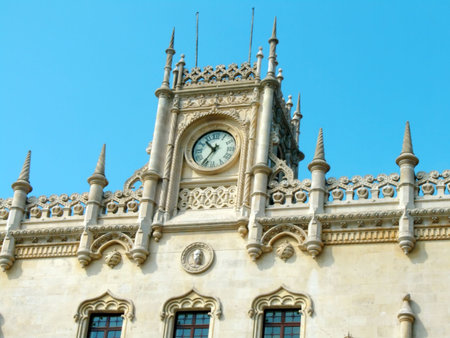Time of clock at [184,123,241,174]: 10:35
